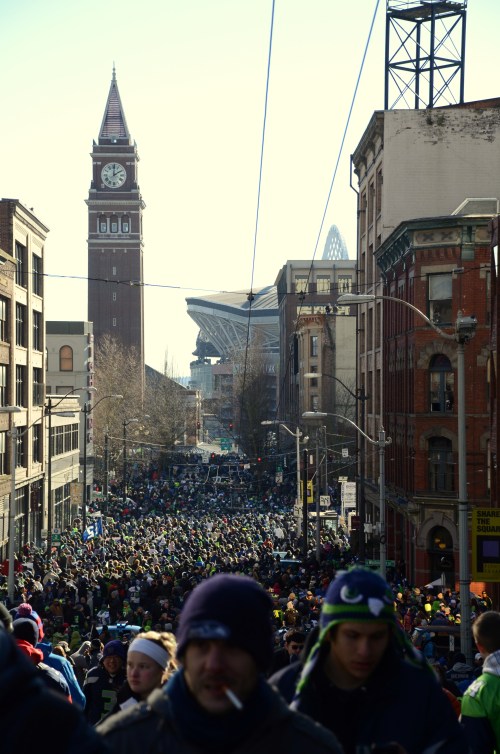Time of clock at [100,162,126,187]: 2:00
